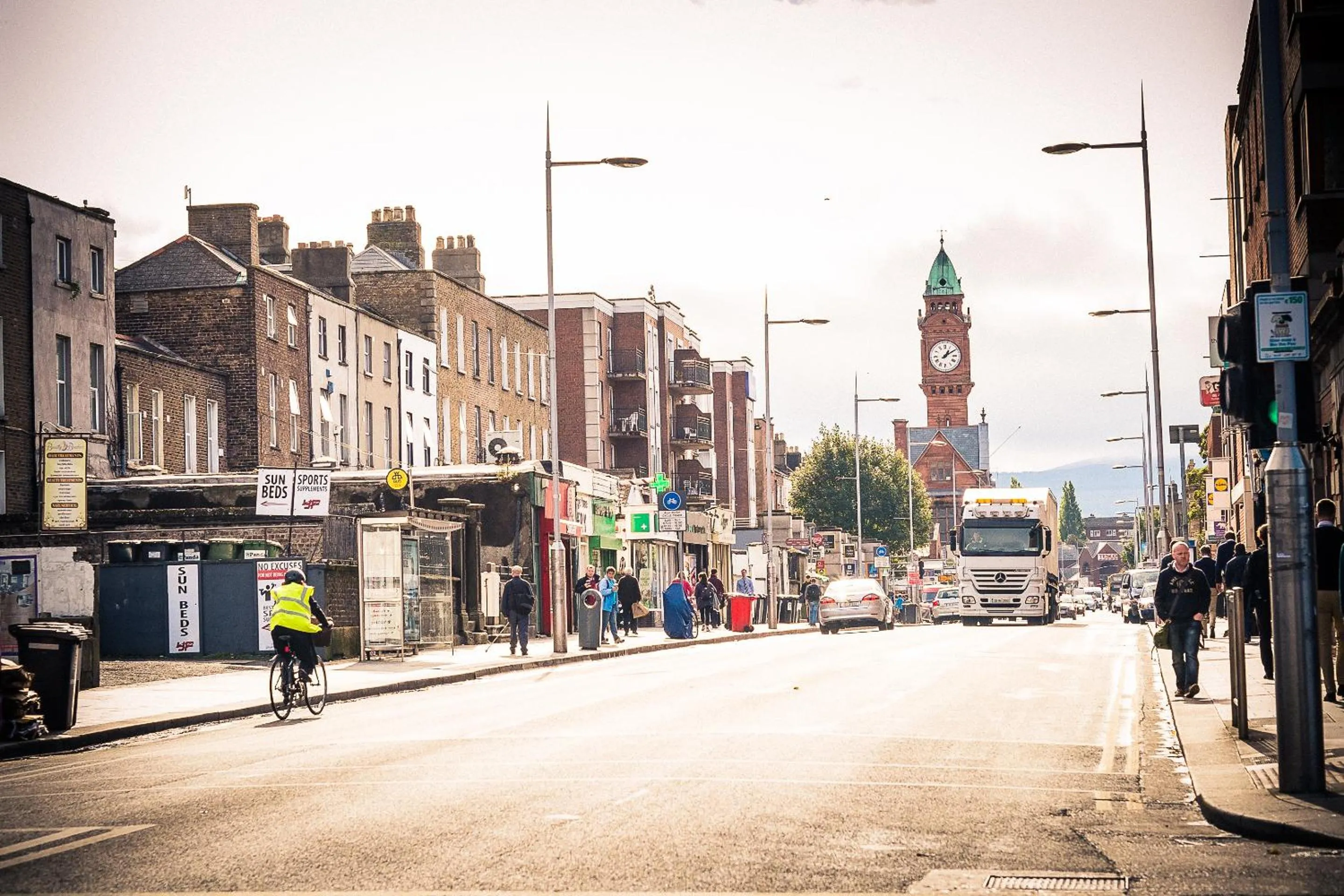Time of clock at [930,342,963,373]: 1:09
